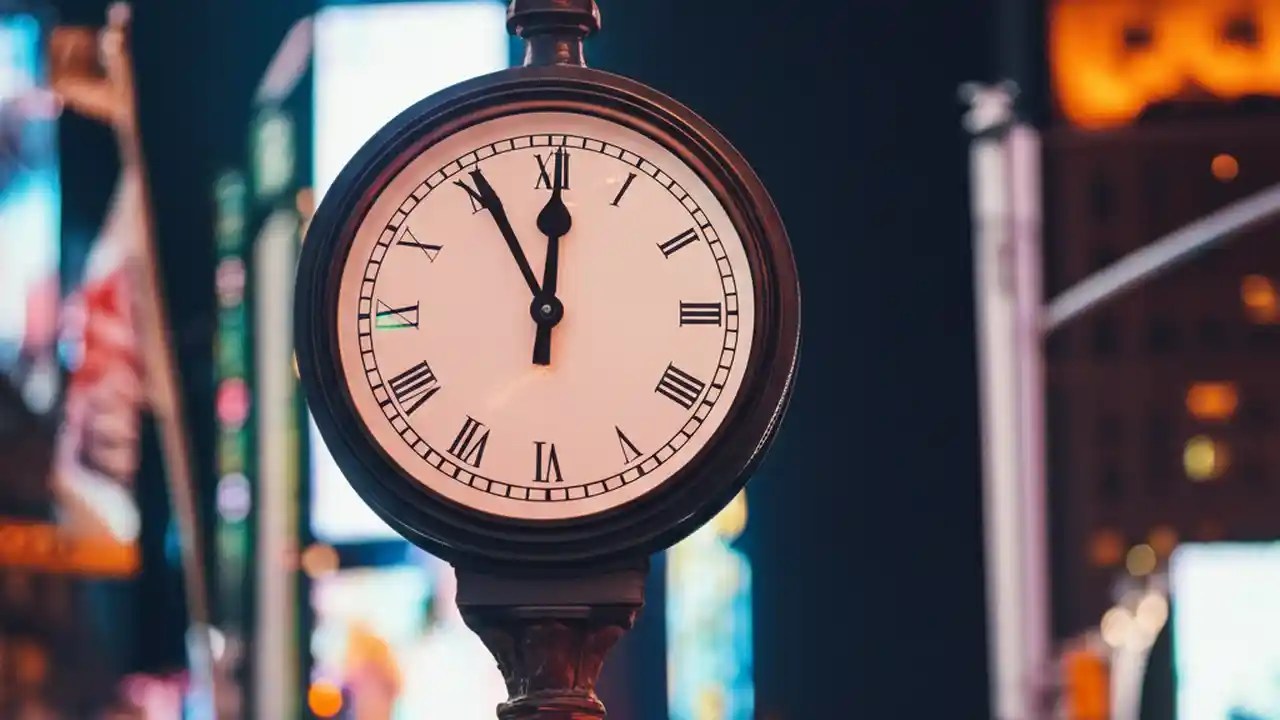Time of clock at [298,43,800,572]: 11:00
